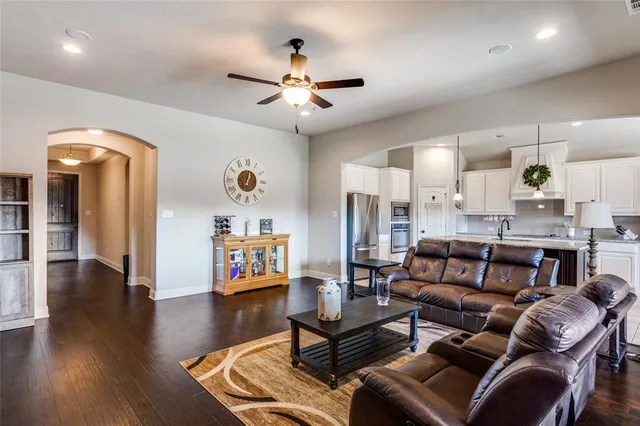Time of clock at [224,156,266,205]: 1:02
